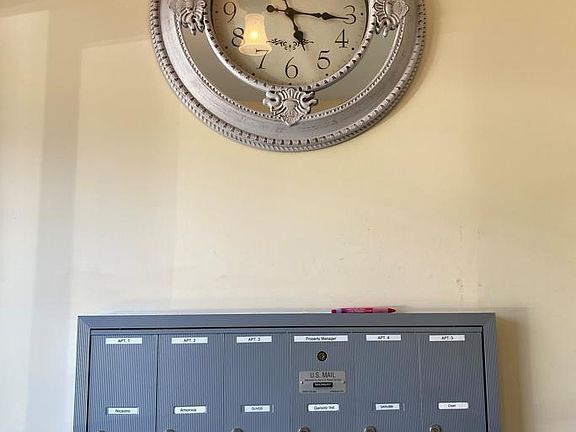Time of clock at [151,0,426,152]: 5:15
